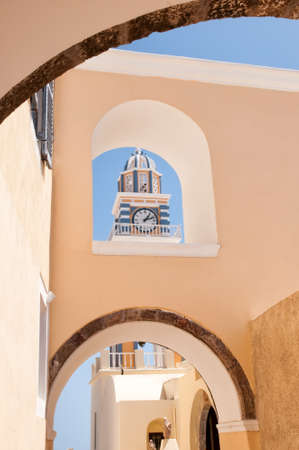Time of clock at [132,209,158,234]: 1:11
